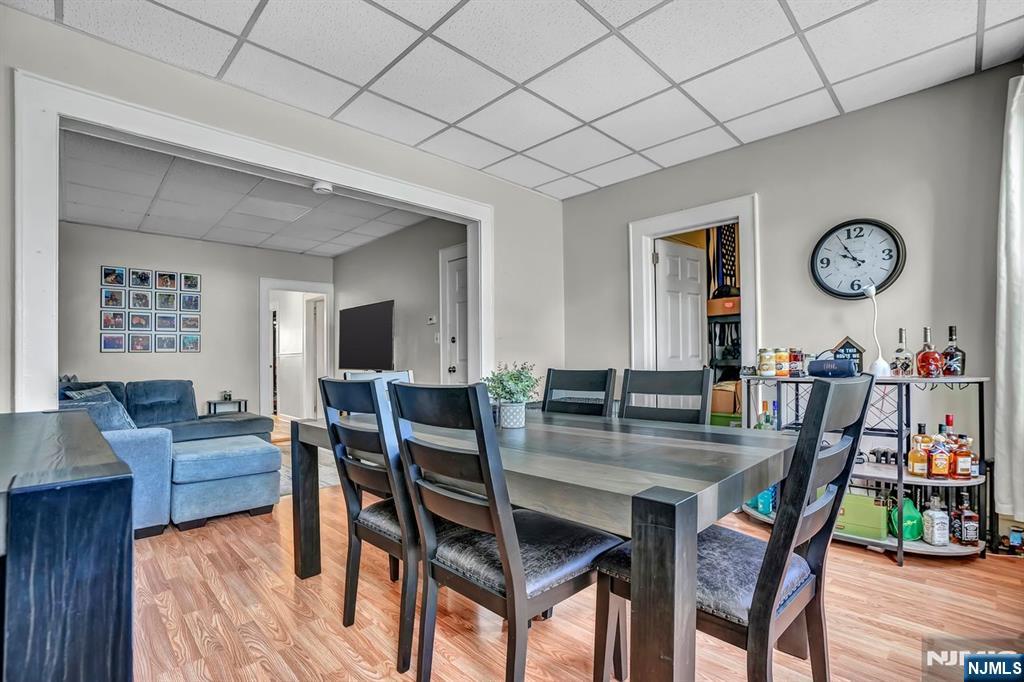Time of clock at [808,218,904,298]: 9:54
